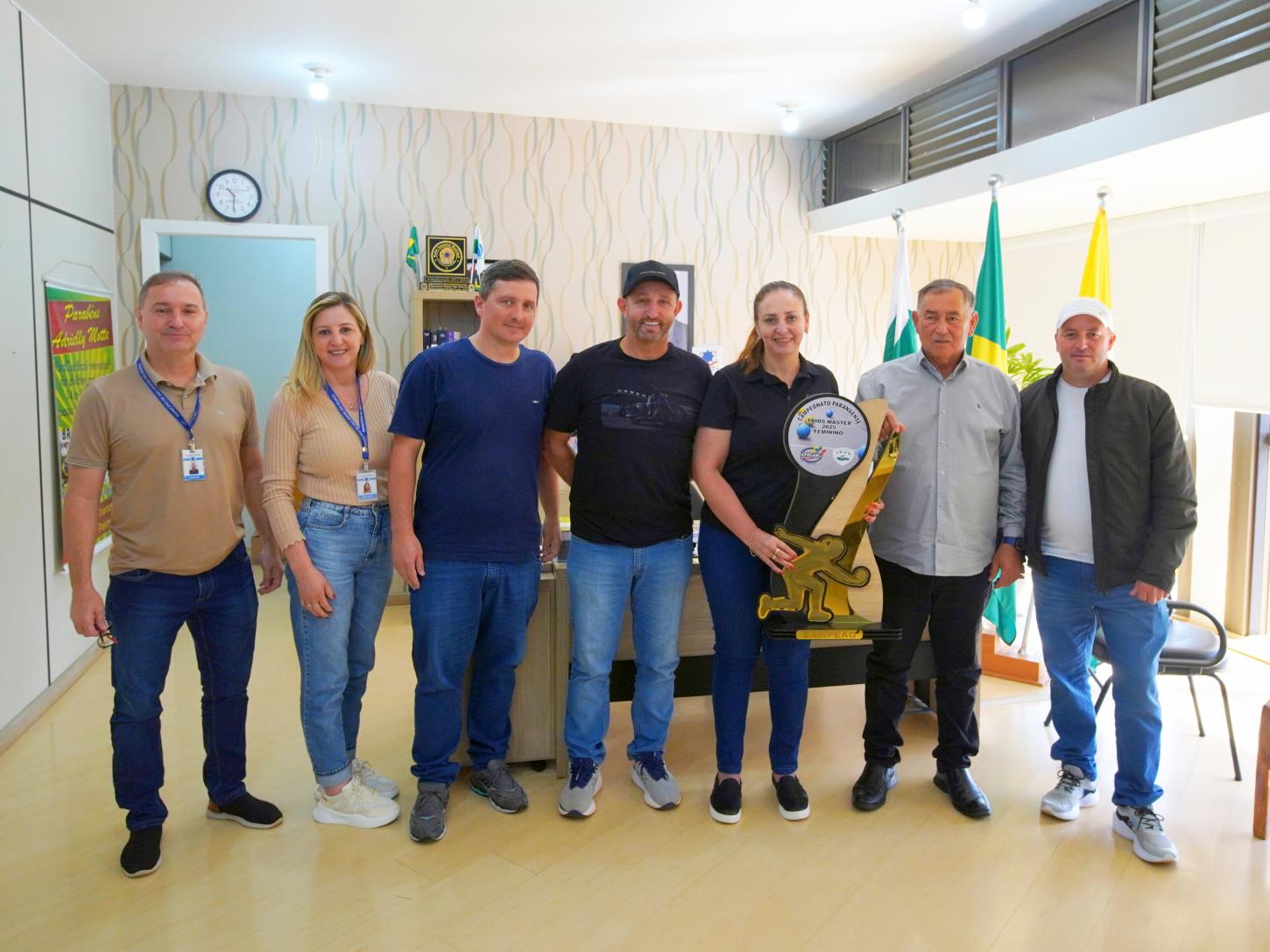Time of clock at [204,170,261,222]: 10:30
